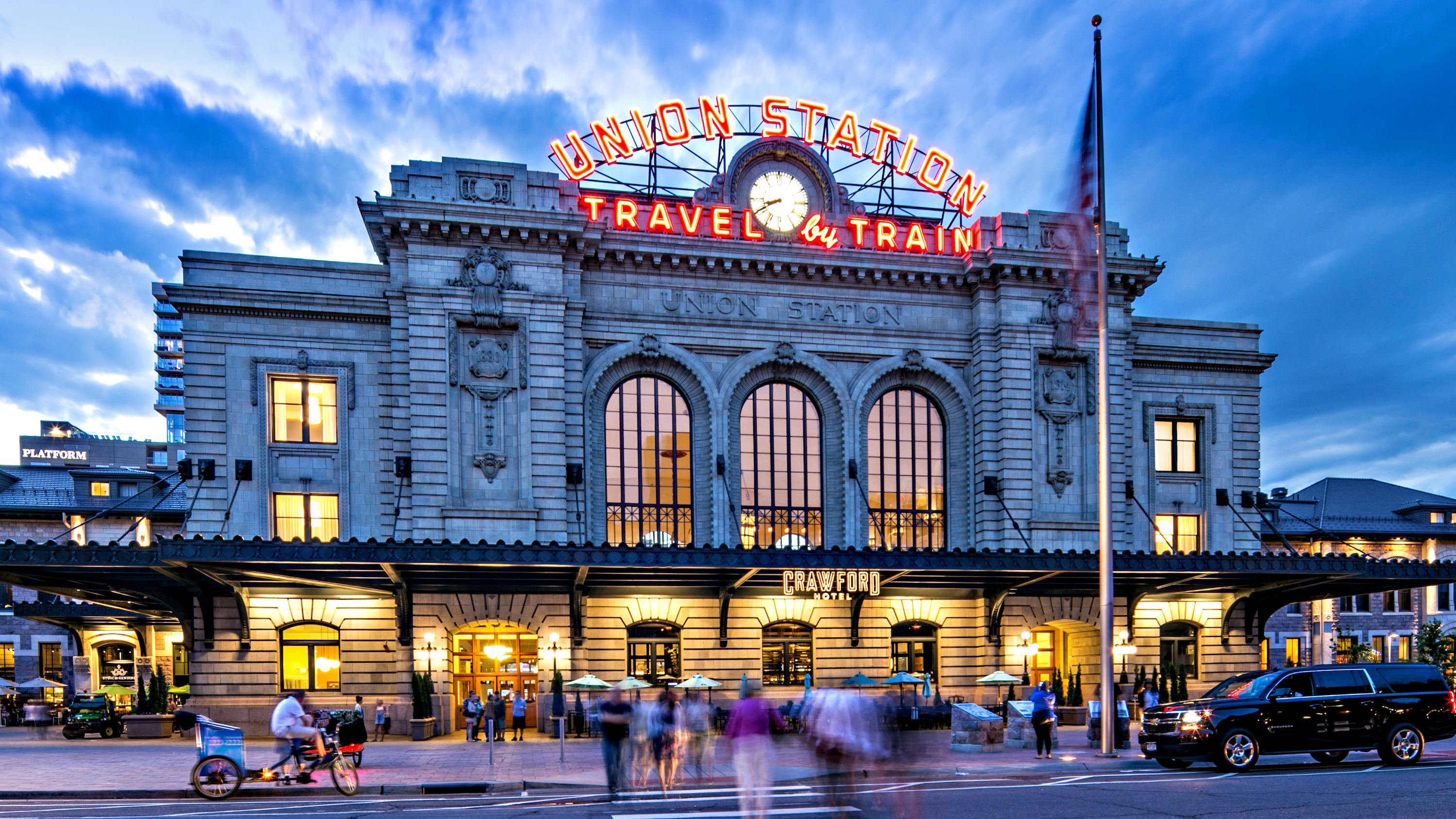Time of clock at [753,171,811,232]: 8:40
